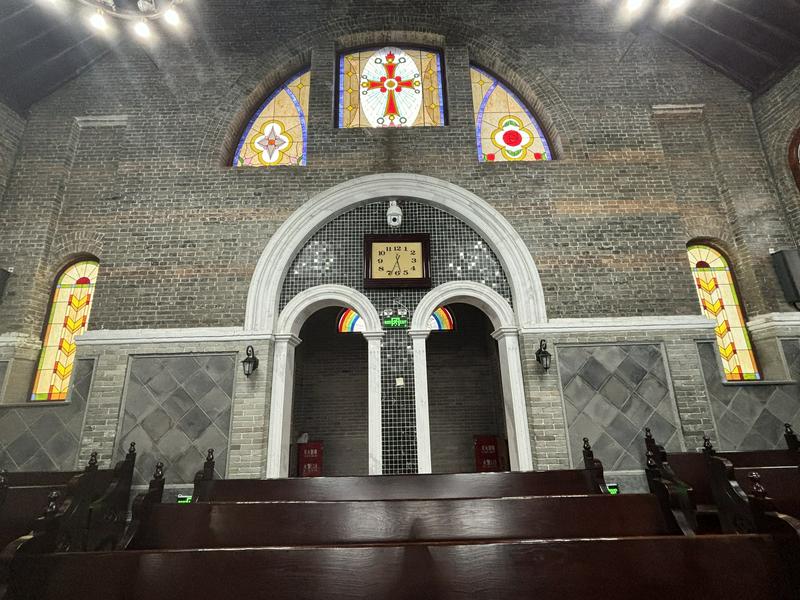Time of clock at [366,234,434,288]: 5:33
